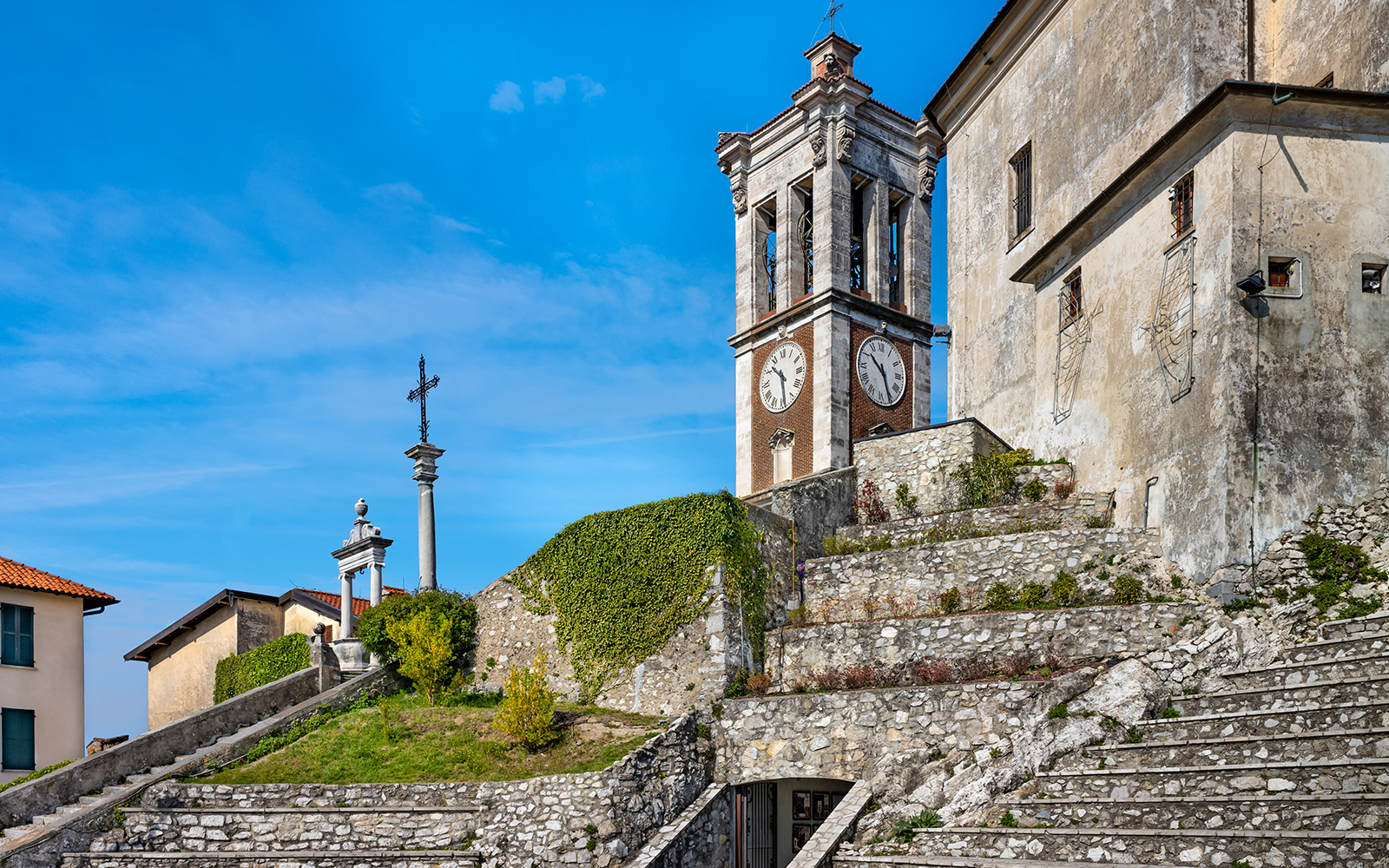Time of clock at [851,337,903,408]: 10:26
